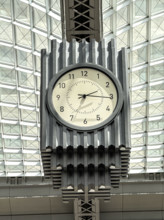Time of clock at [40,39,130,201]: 2:15
